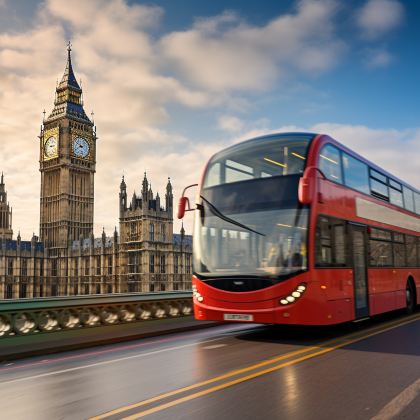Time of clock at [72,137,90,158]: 3:40
